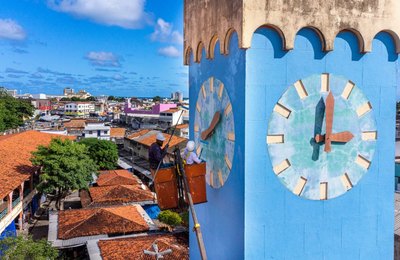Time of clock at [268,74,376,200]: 3:01
